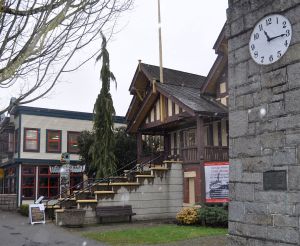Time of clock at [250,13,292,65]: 11:15
